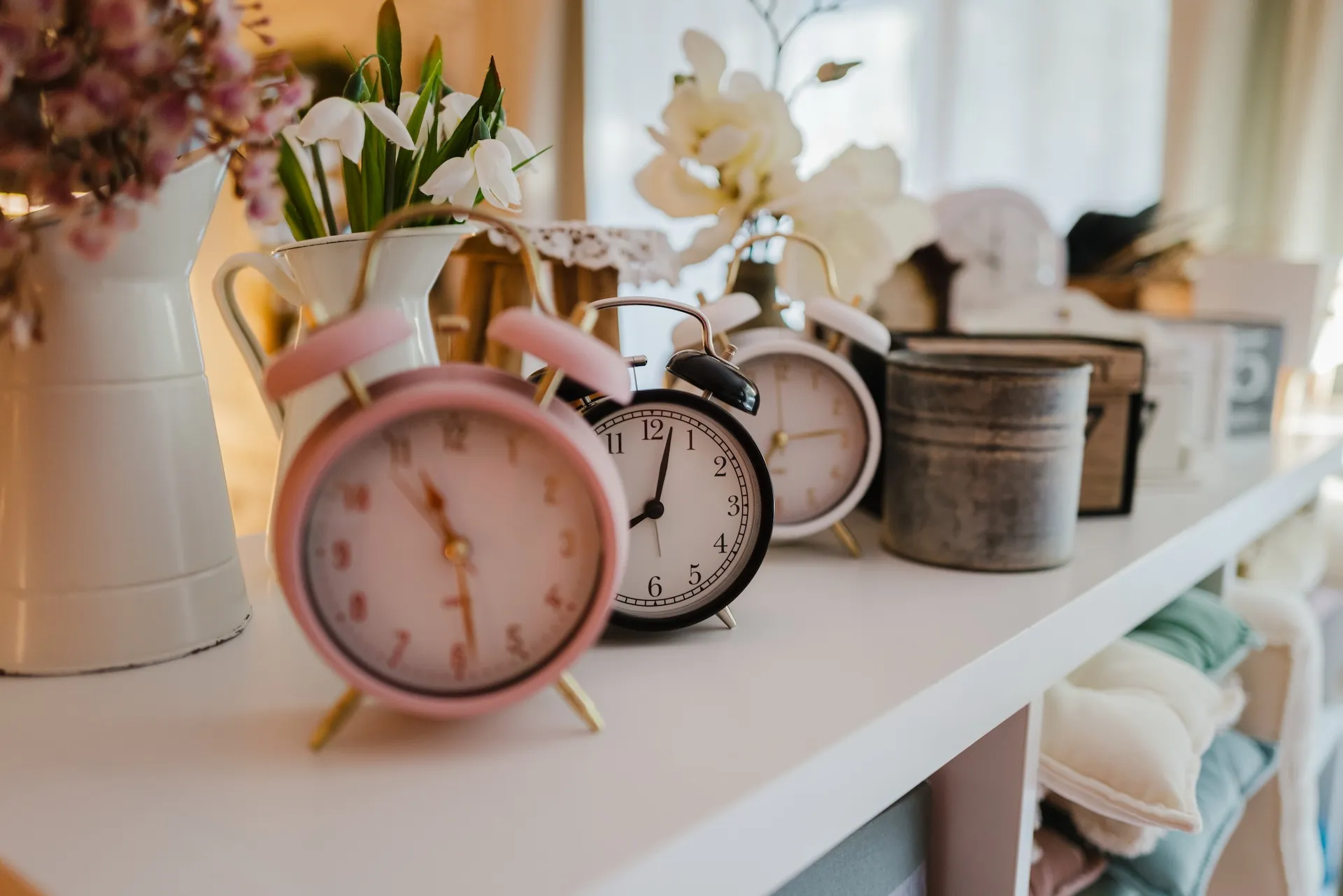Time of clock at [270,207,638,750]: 11:28
